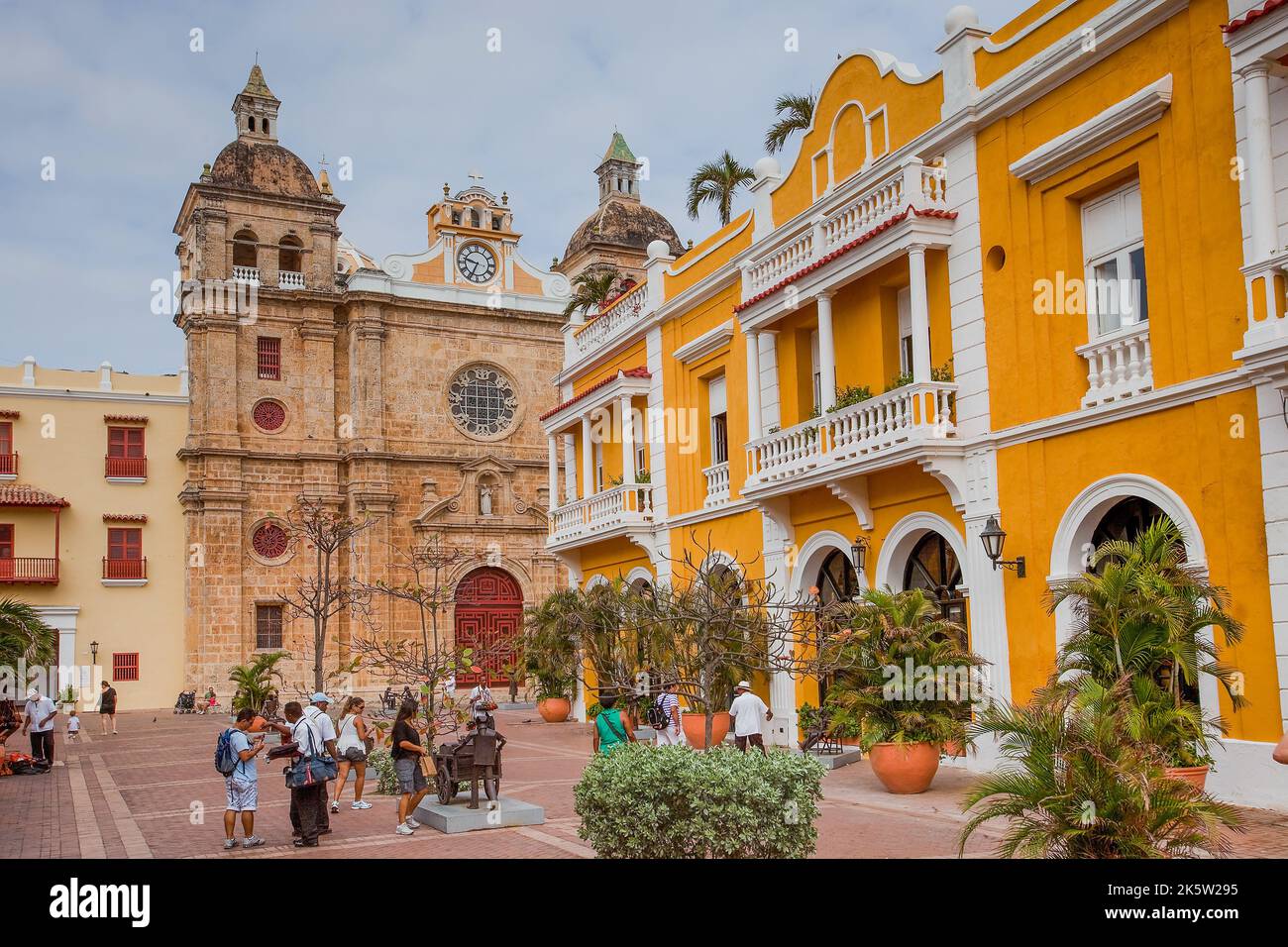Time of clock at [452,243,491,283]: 9:34
